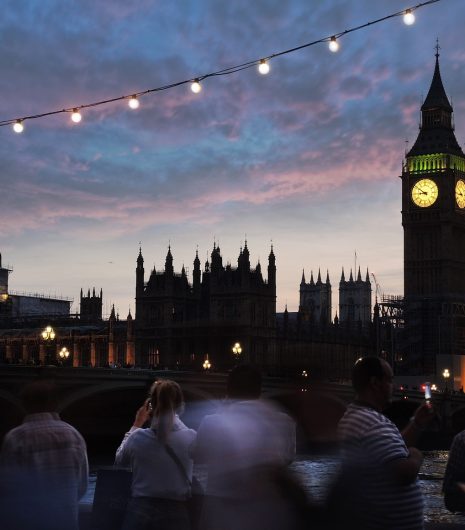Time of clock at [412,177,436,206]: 8:51
